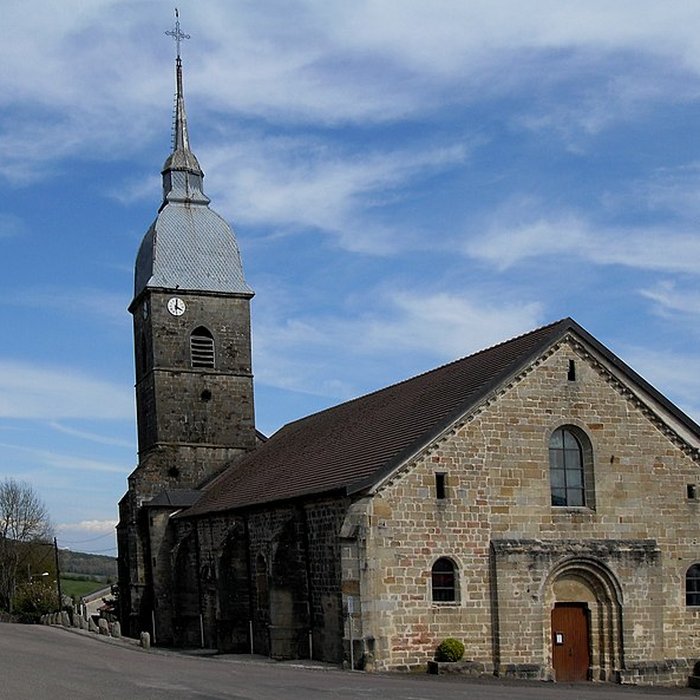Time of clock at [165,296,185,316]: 4:01
